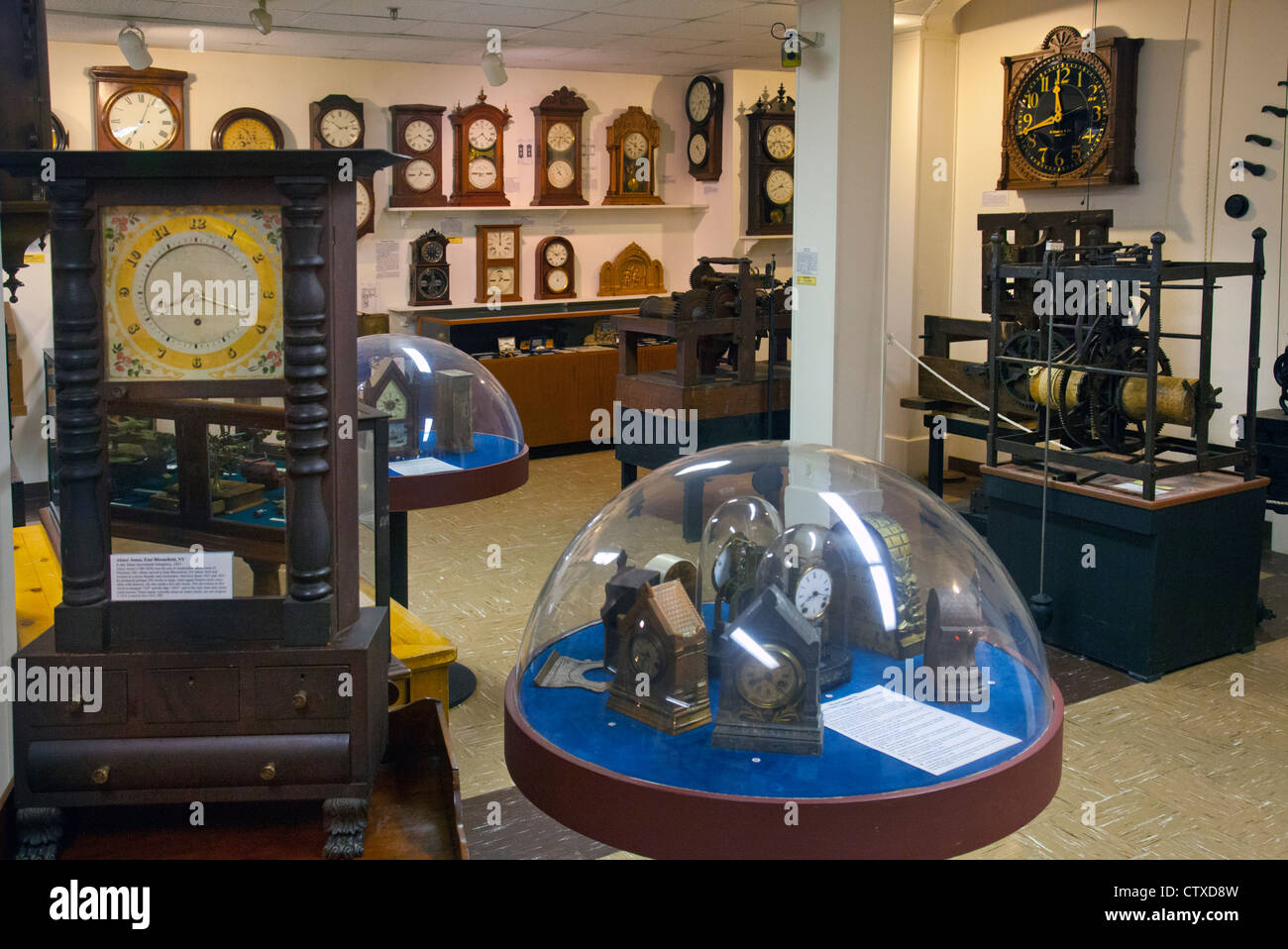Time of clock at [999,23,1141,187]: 11:42
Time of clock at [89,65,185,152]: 7:03
